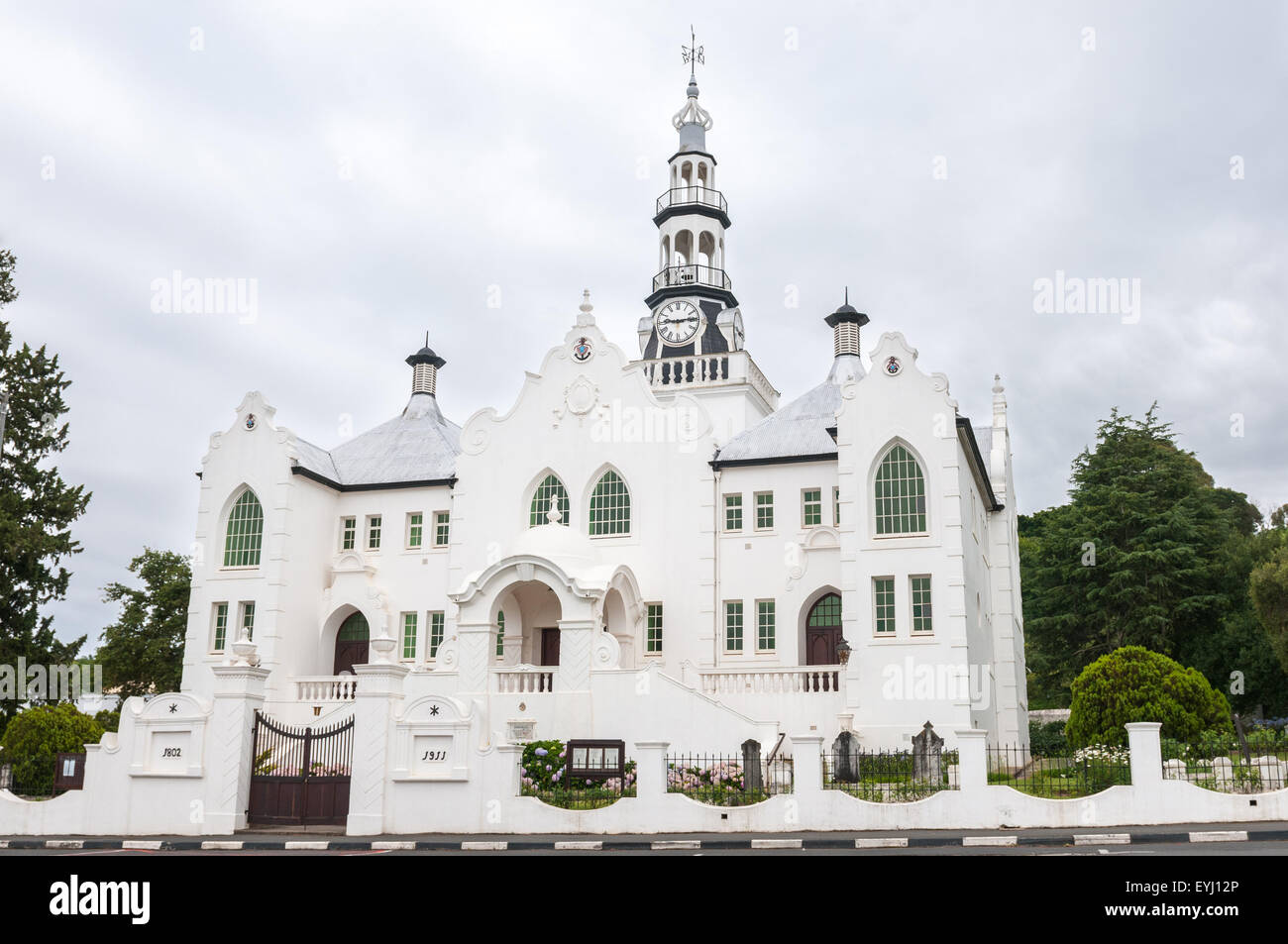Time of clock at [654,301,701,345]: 9:13
